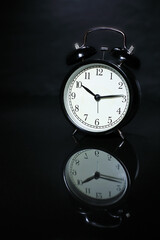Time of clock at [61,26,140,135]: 10:13
